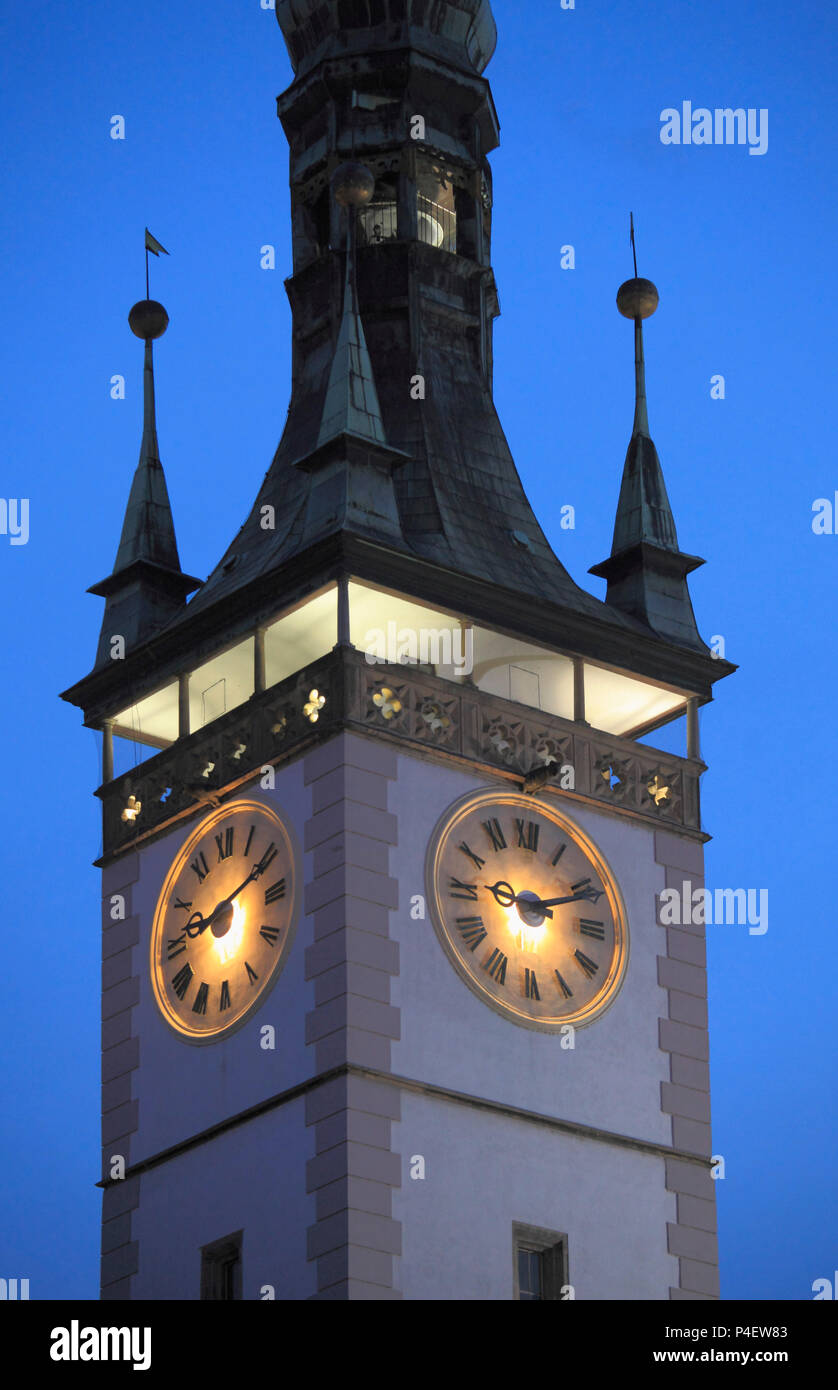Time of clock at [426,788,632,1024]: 9:11
